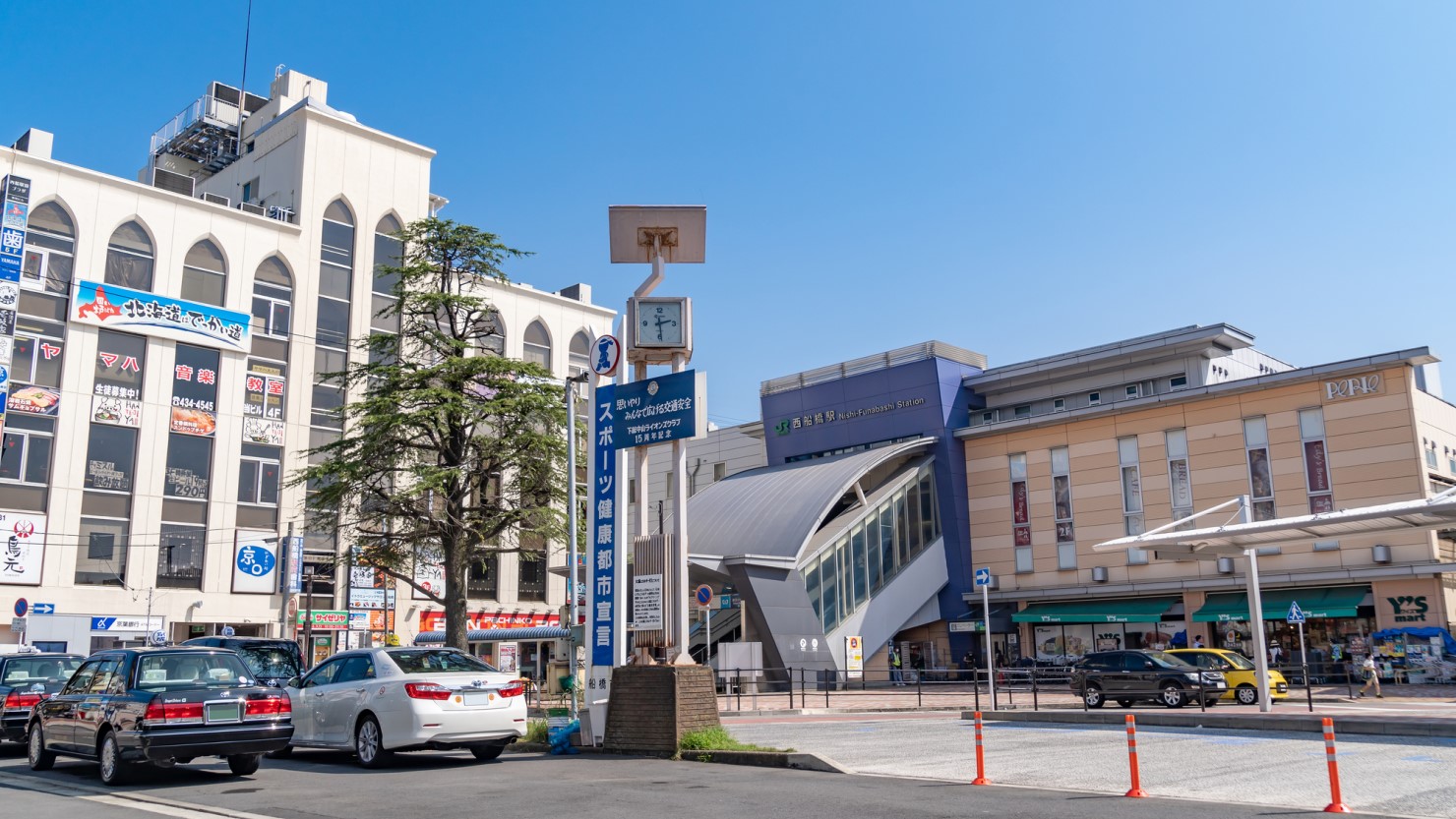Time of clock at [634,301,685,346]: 2:29
